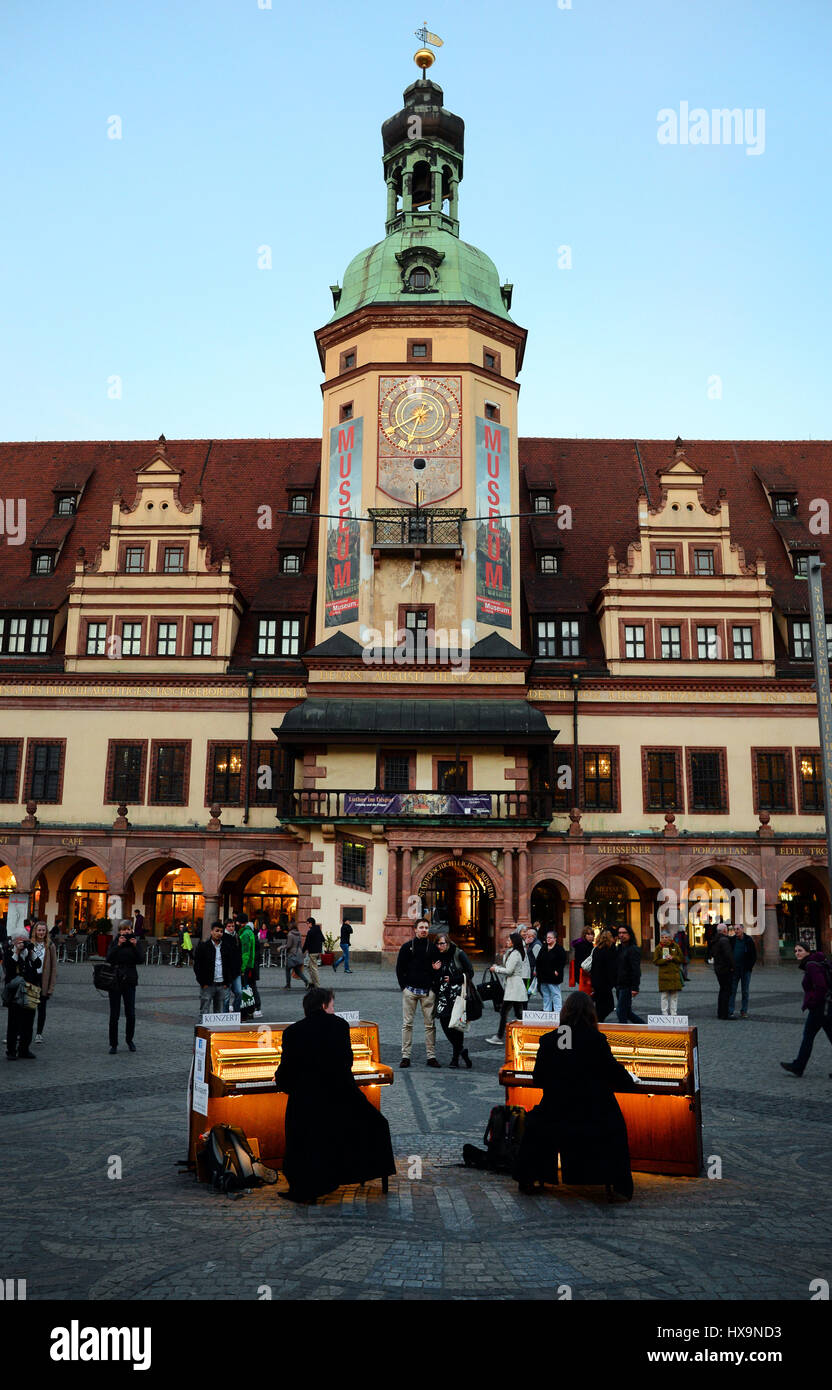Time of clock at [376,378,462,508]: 6:40
